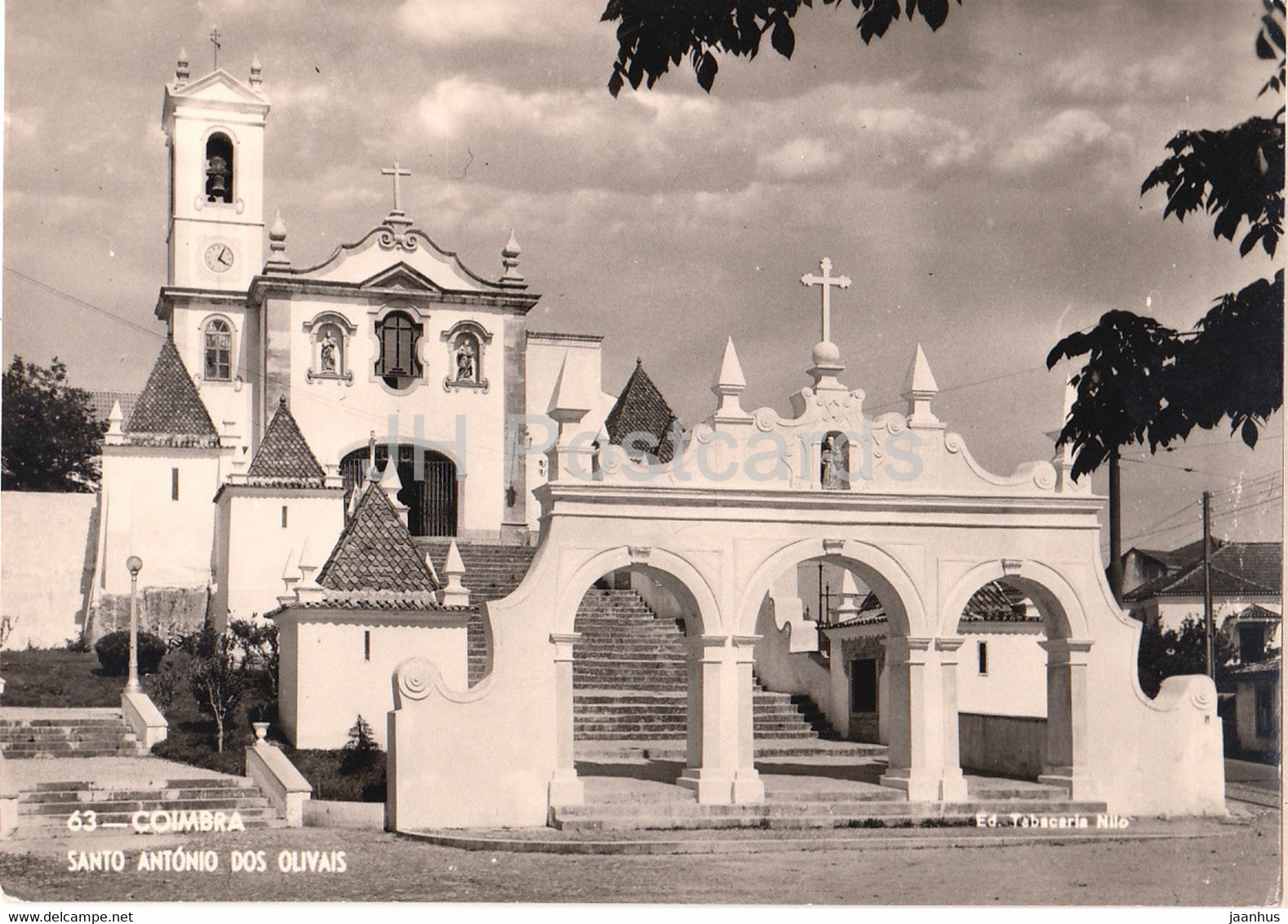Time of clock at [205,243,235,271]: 4:04
